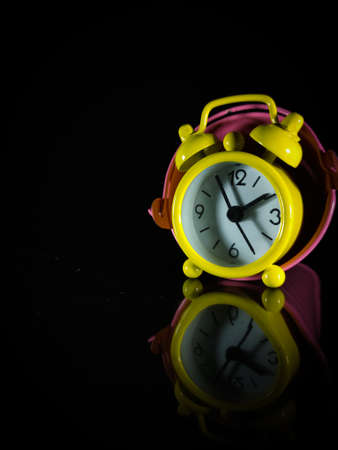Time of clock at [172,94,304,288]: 1:55
